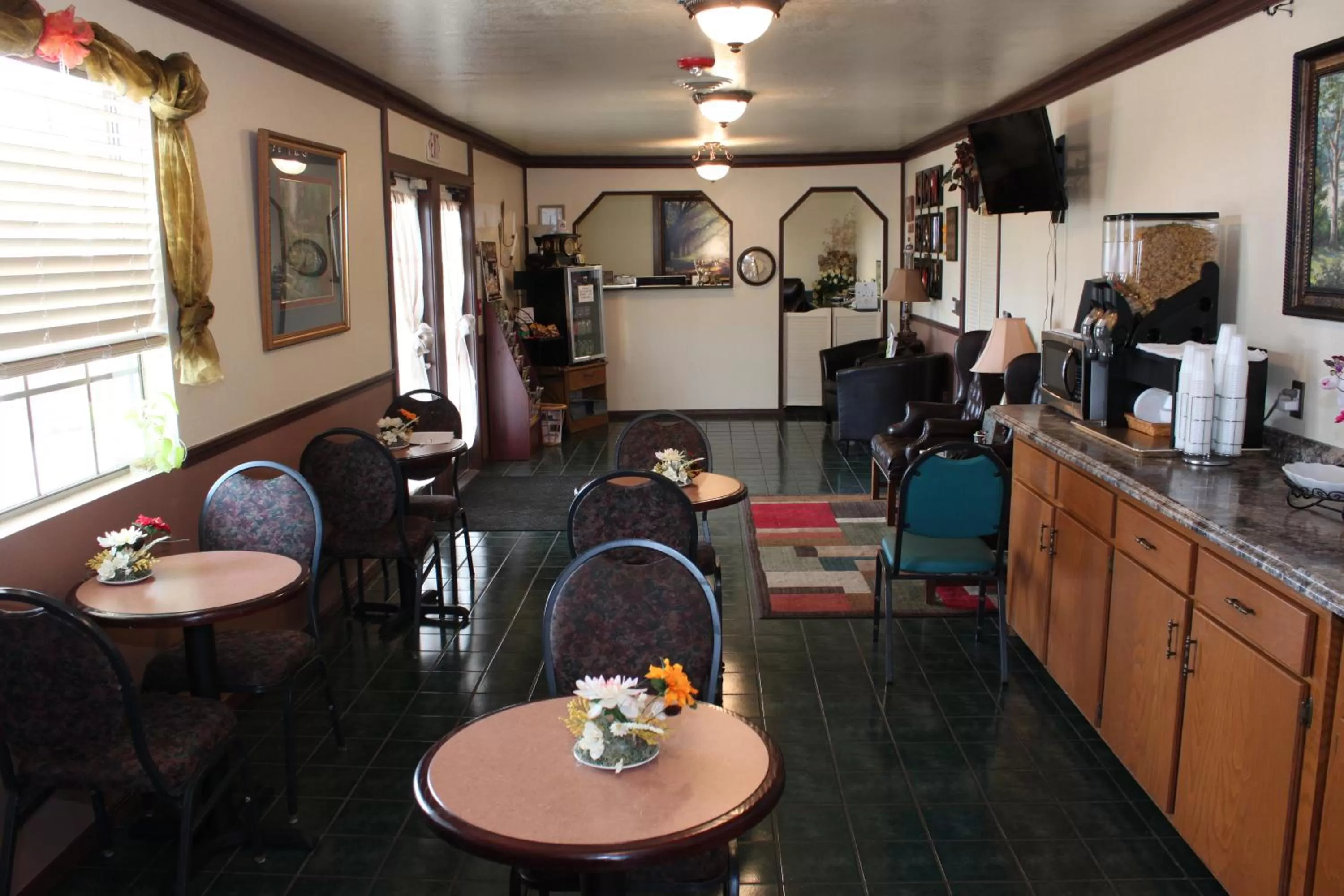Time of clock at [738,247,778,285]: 11:28
